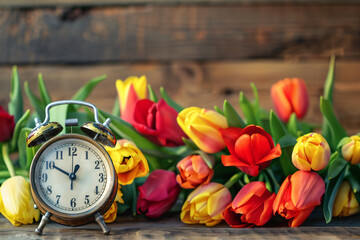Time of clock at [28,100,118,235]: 12:50
